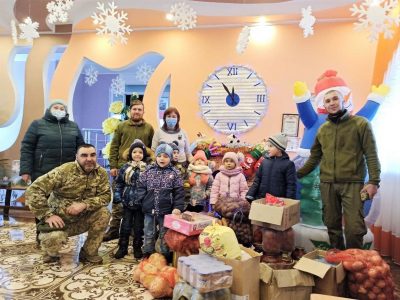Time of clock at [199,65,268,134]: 11:54
